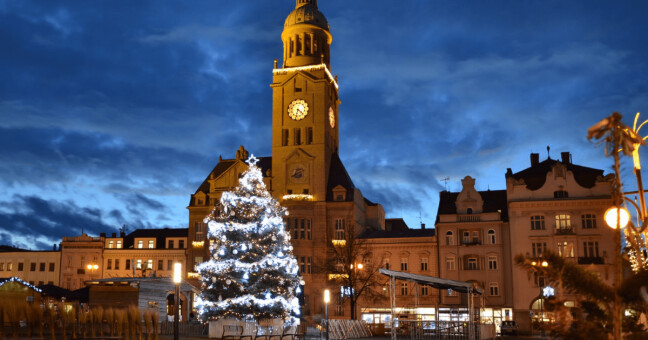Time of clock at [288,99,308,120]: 6:20
